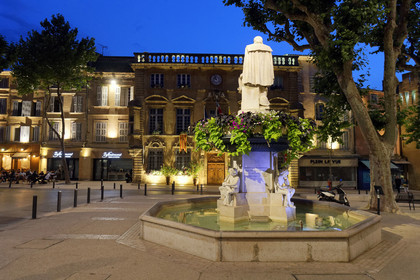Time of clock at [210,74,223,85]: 9:57
